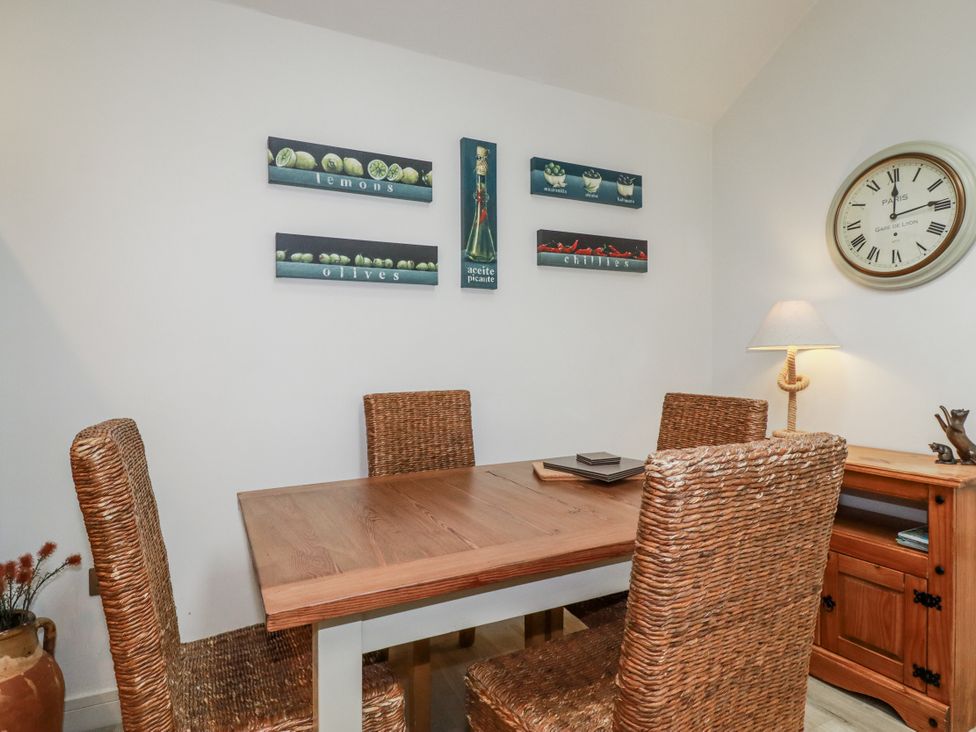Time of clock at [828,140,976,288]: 12:13
